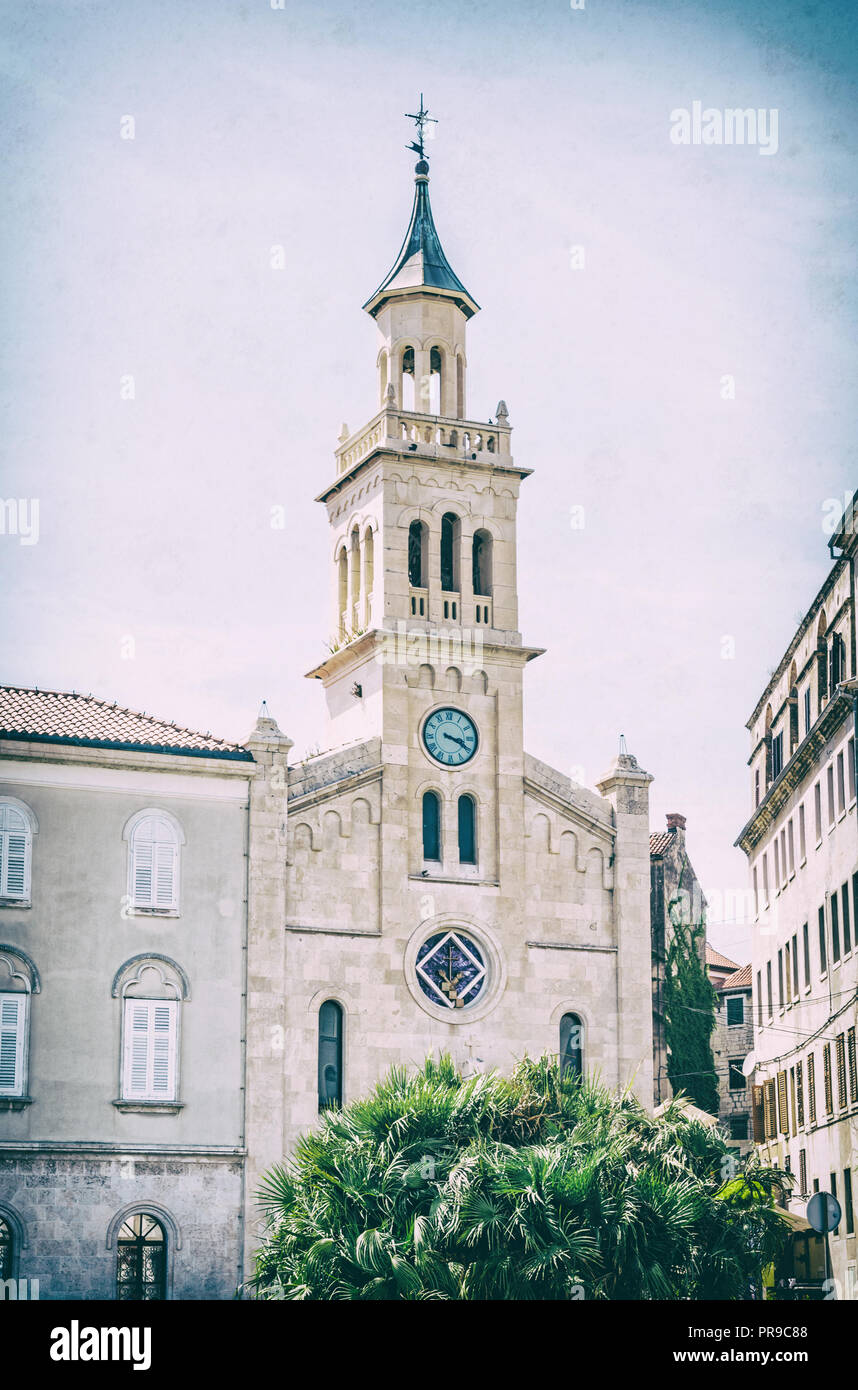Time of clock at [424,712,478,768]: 3:19
